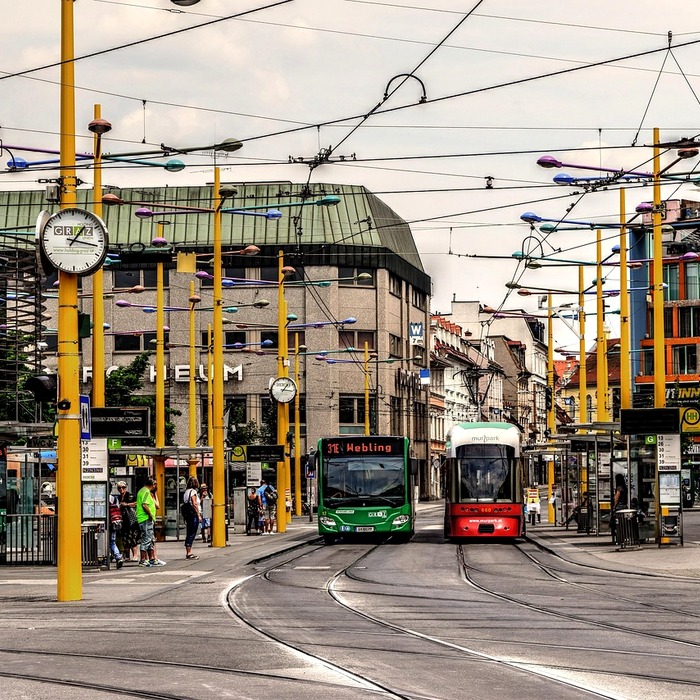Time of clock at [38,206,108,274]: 1:16
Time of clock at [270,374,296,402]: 1:16
